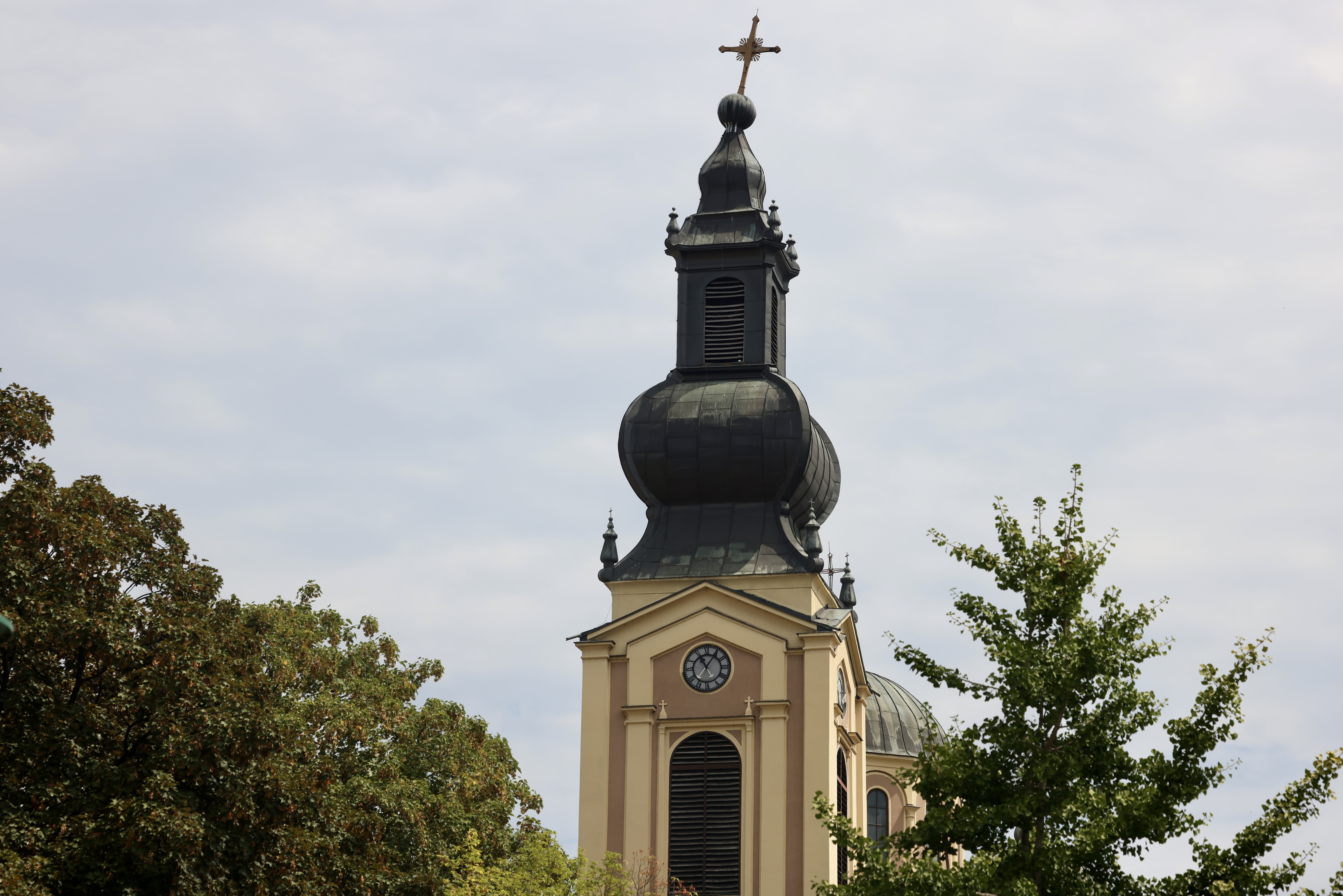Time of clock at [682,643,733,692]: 11:05
